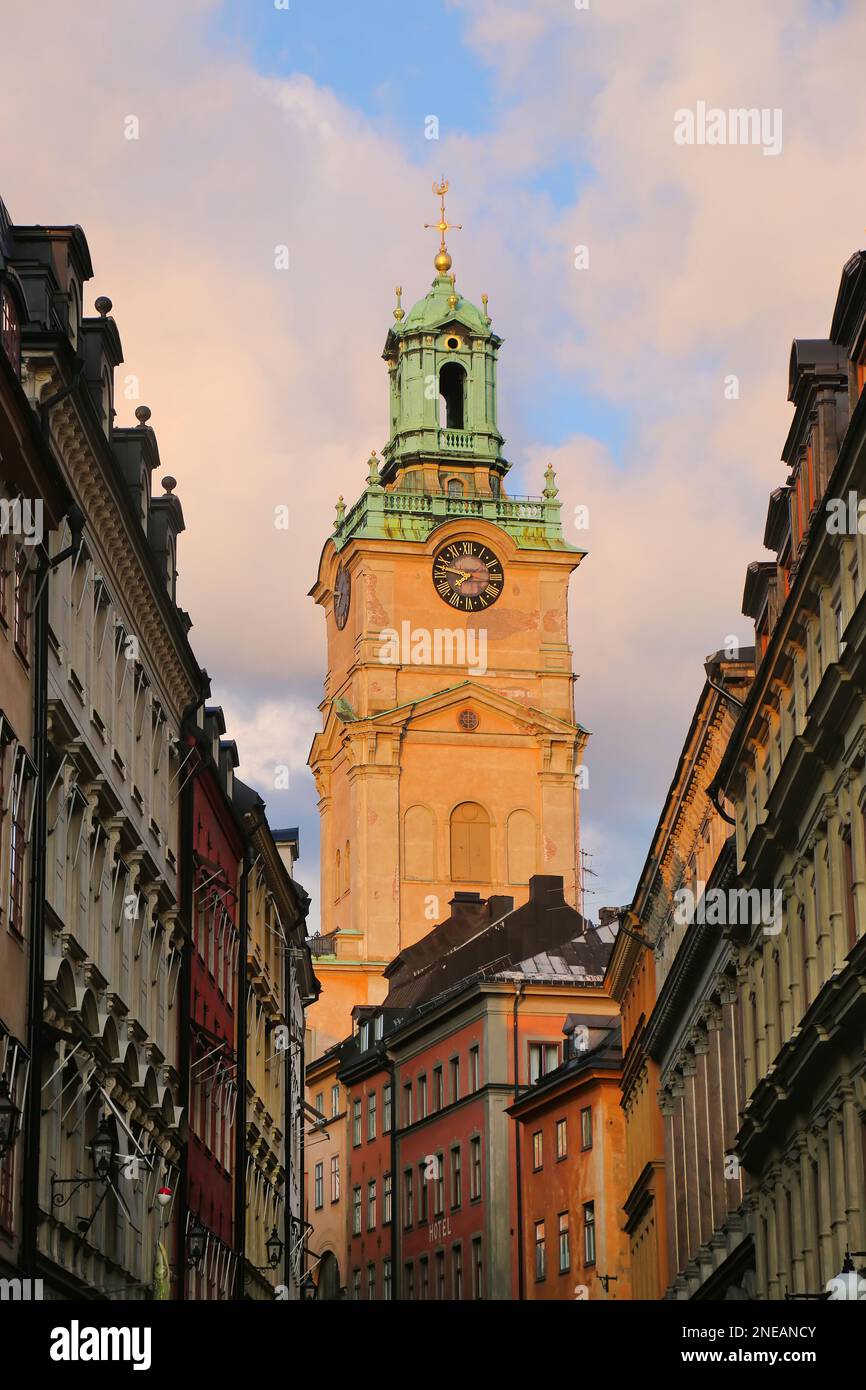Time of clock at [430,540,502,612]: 7:47
